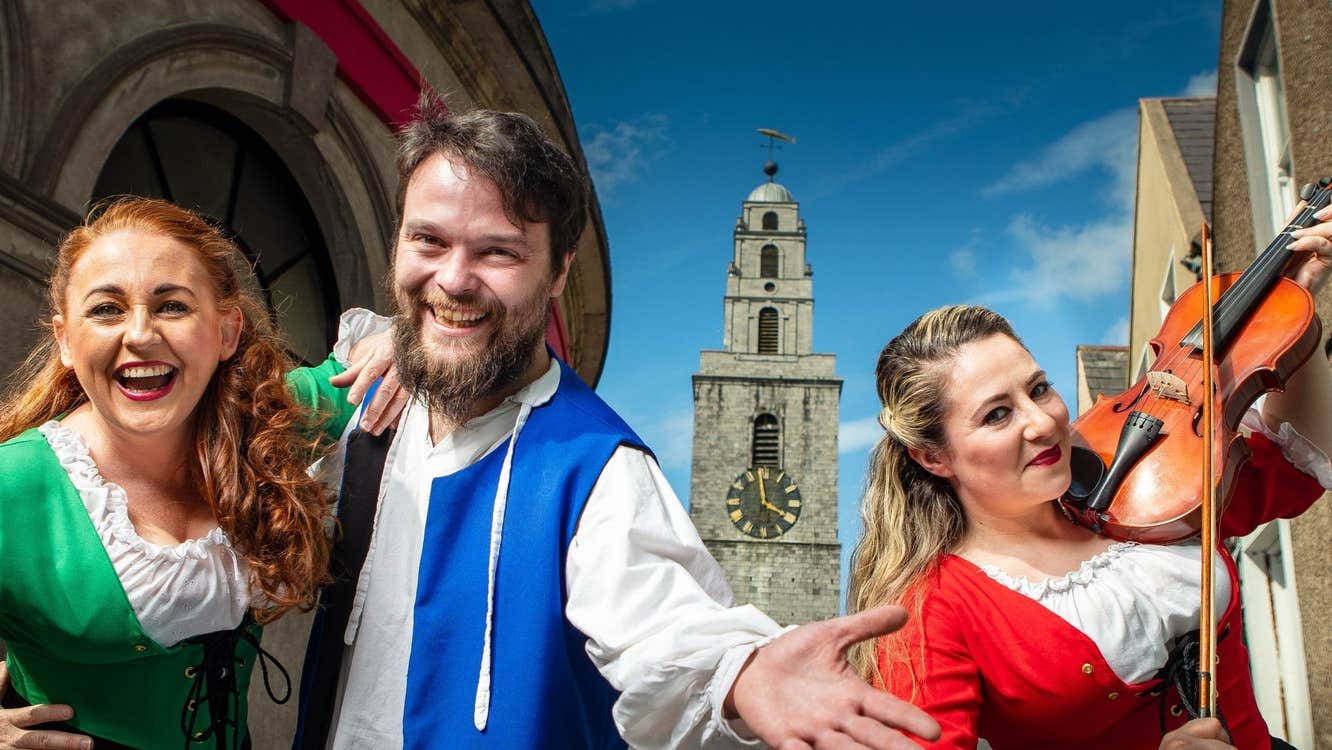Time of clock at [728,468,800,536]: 3:58
